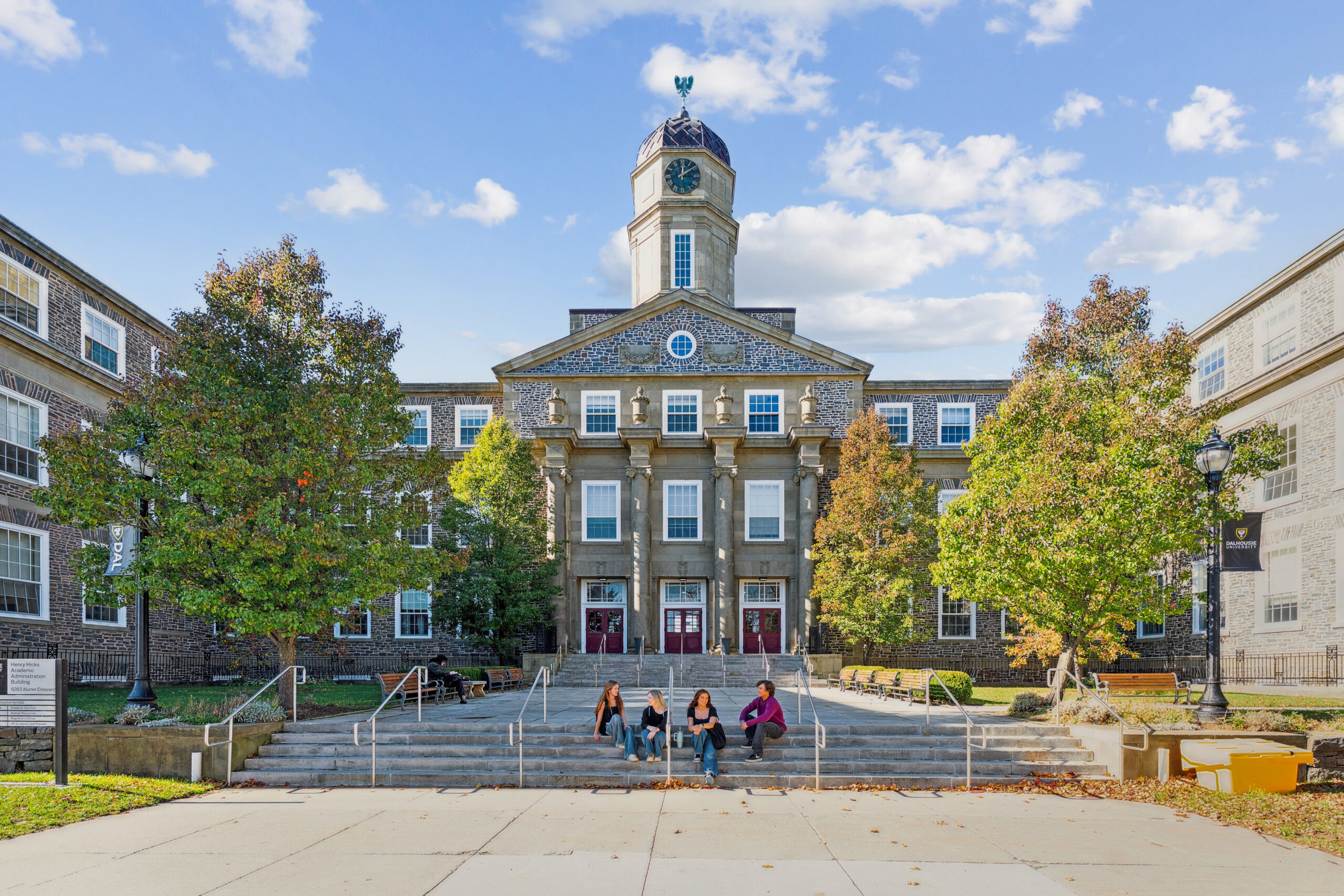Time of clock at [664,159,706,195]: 12:08
